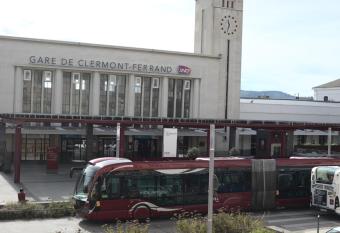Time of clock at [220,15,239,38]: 11:32
